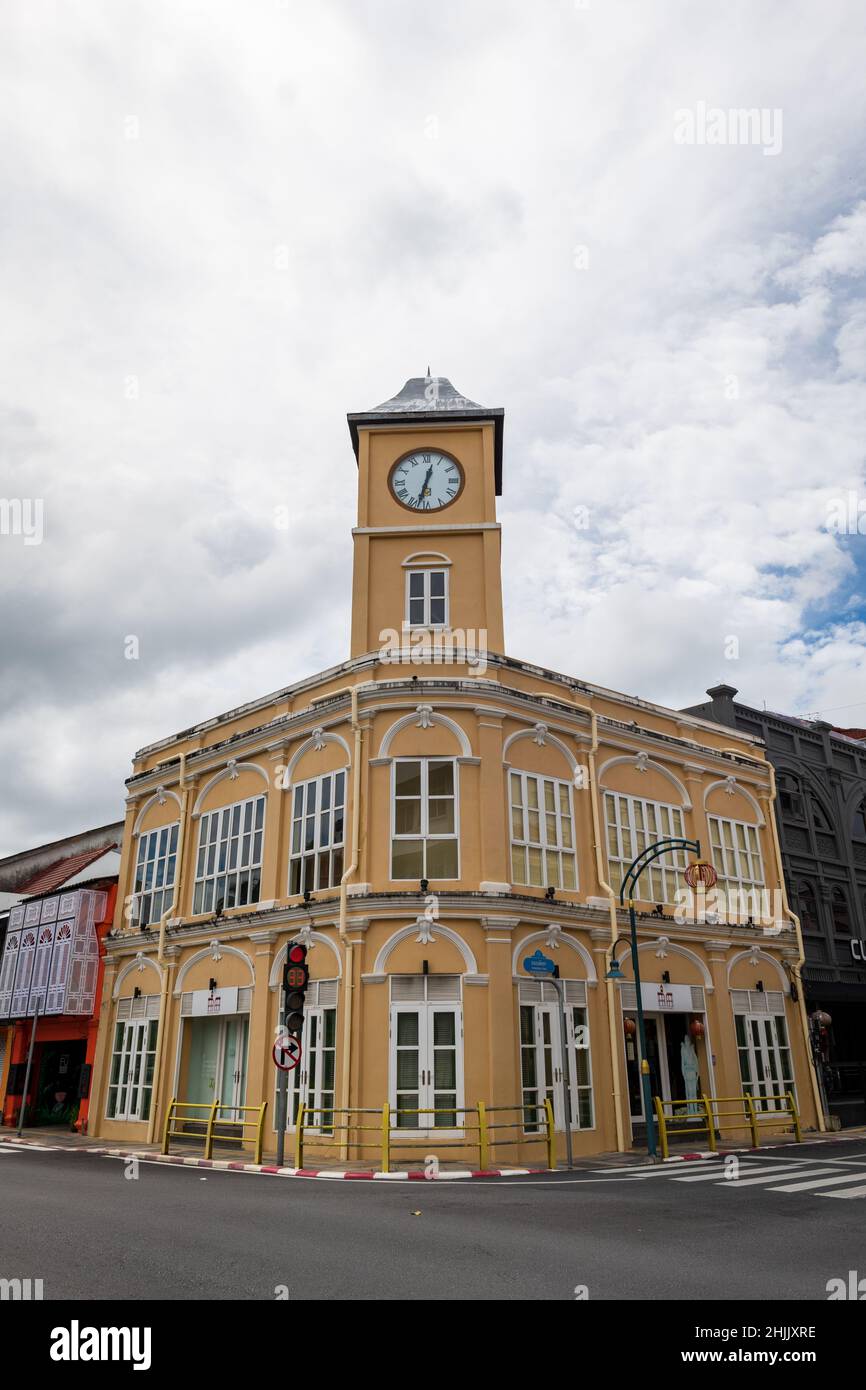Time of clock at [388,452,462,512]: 12:32
